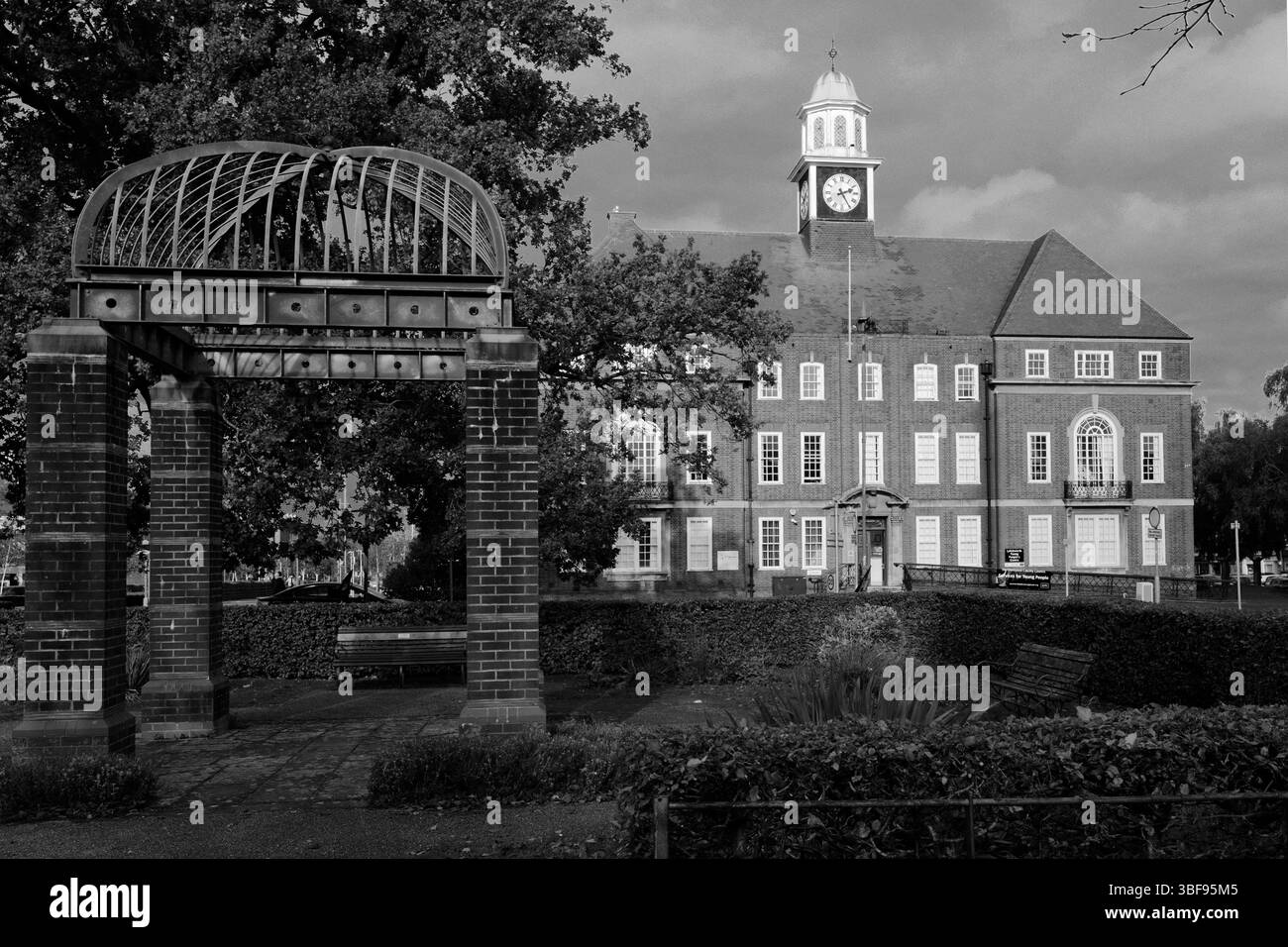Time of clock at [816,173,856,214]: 2:24
